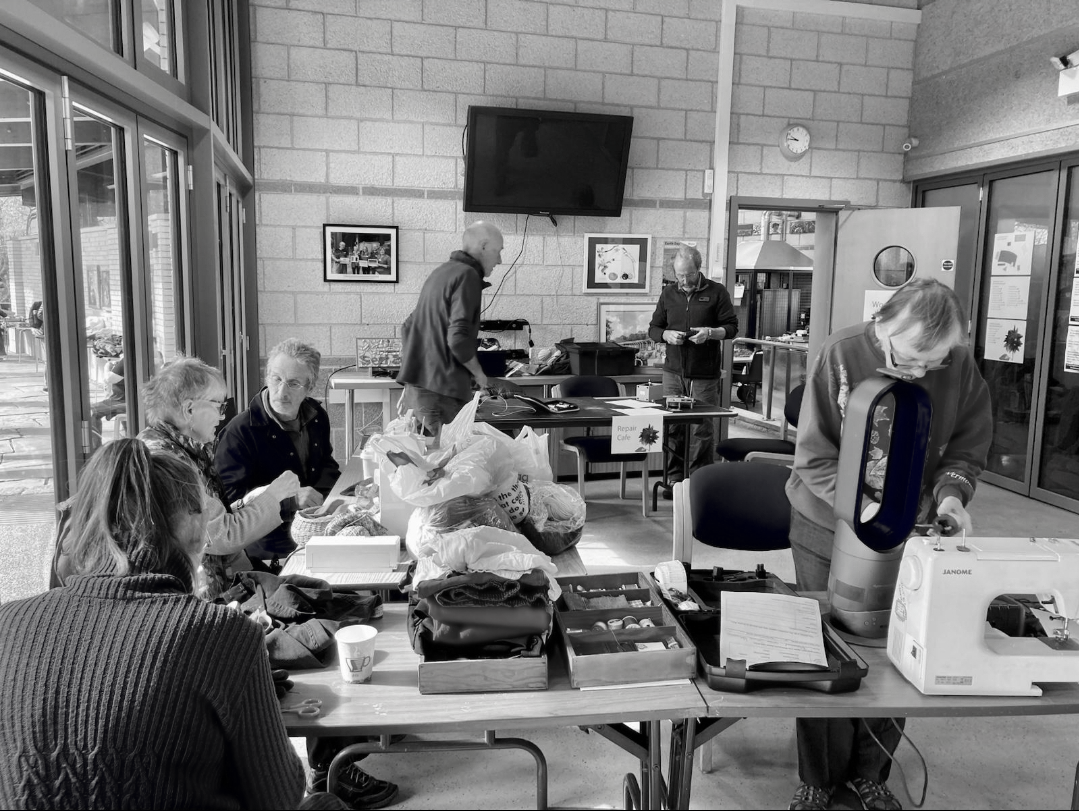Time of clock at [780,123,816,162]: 9:45
